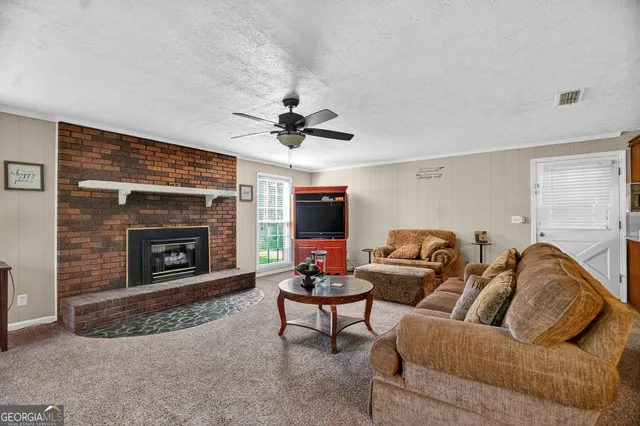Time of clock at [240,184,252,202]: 9:12
